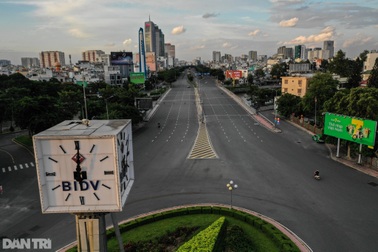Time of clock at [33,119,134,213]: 5:00
